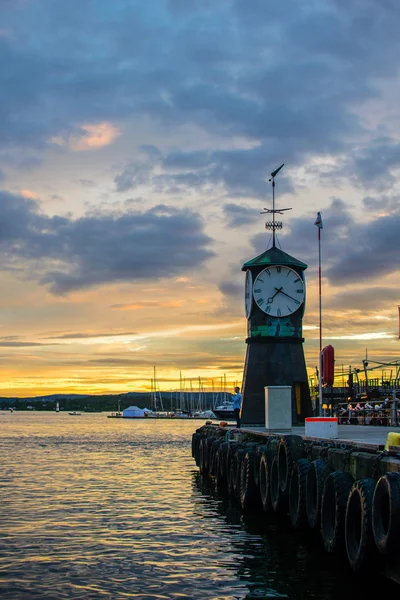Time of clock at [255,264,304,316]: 7:19
